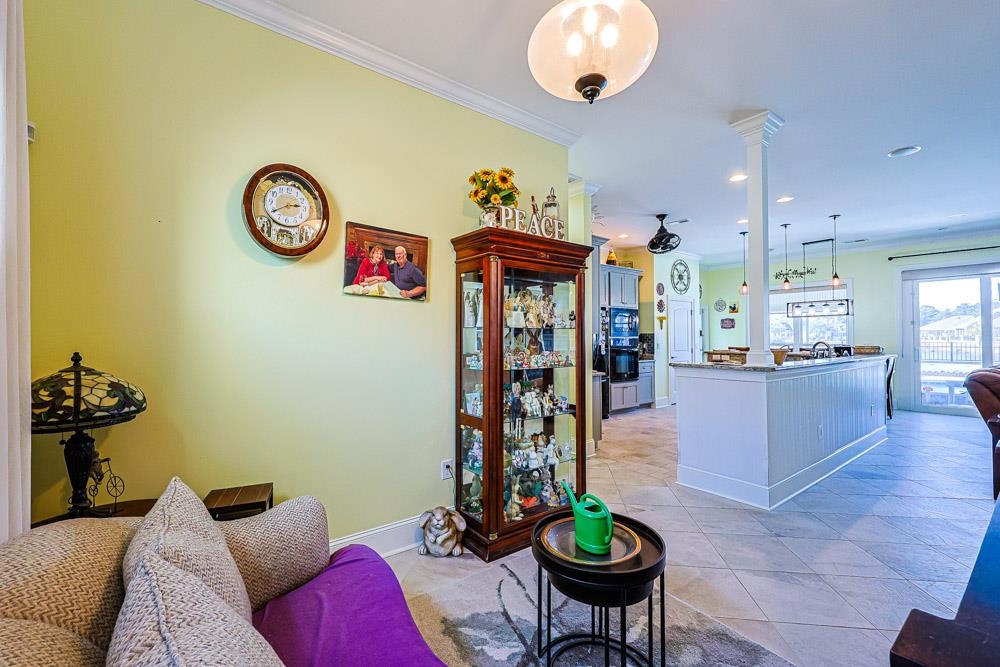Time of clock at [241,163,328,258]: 2:40
